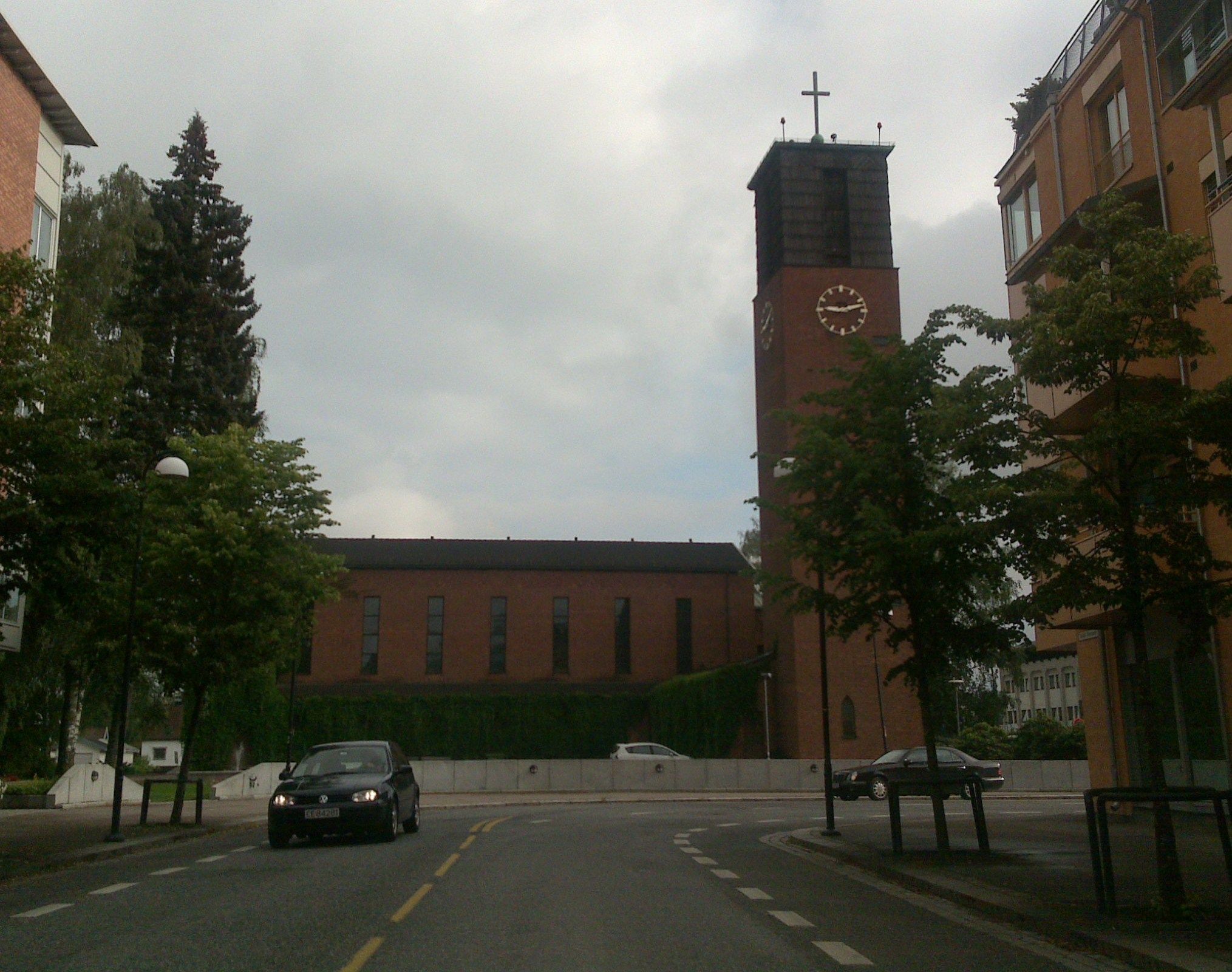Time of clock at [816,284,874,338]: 9:12
